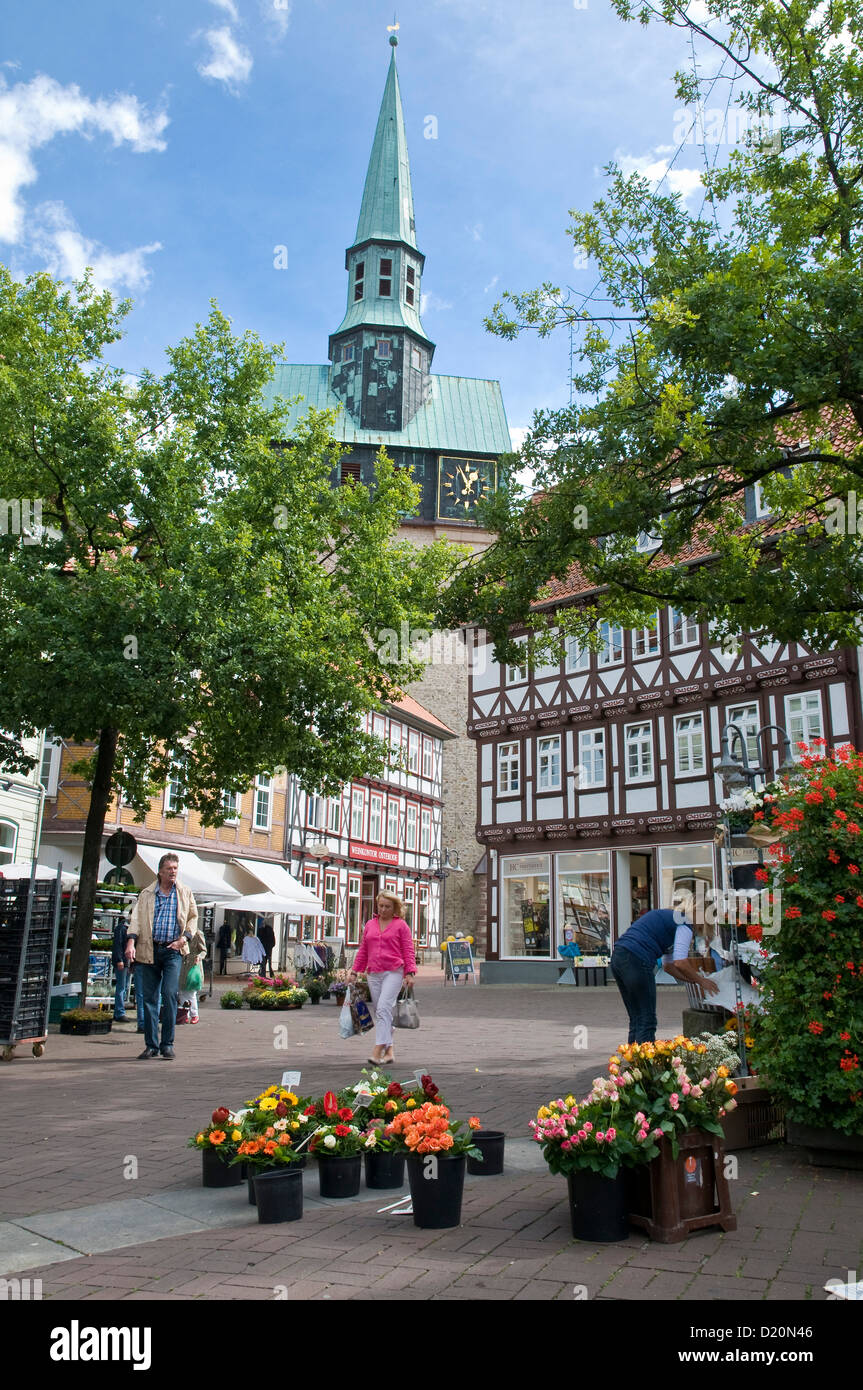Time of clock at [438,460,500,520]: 12:55
